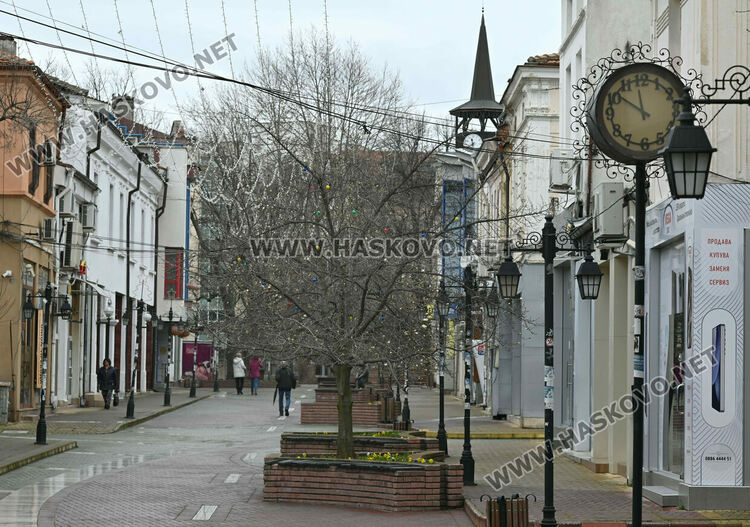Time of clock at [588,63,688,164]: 11:51
